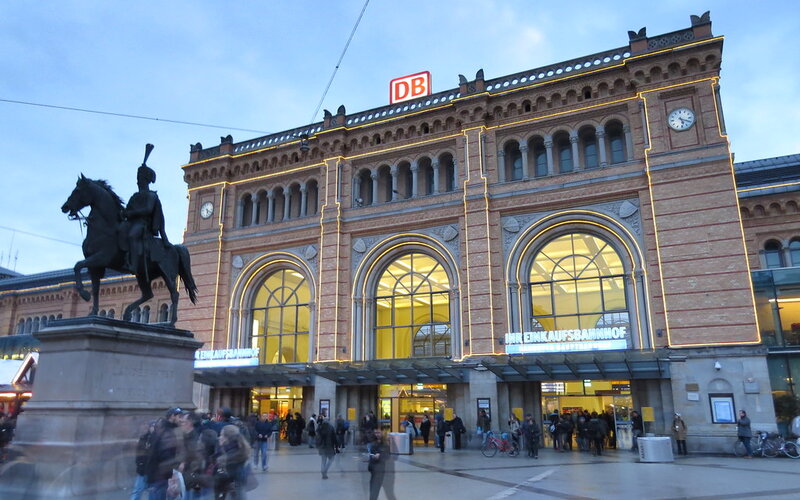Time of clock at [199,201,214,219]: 5:18
